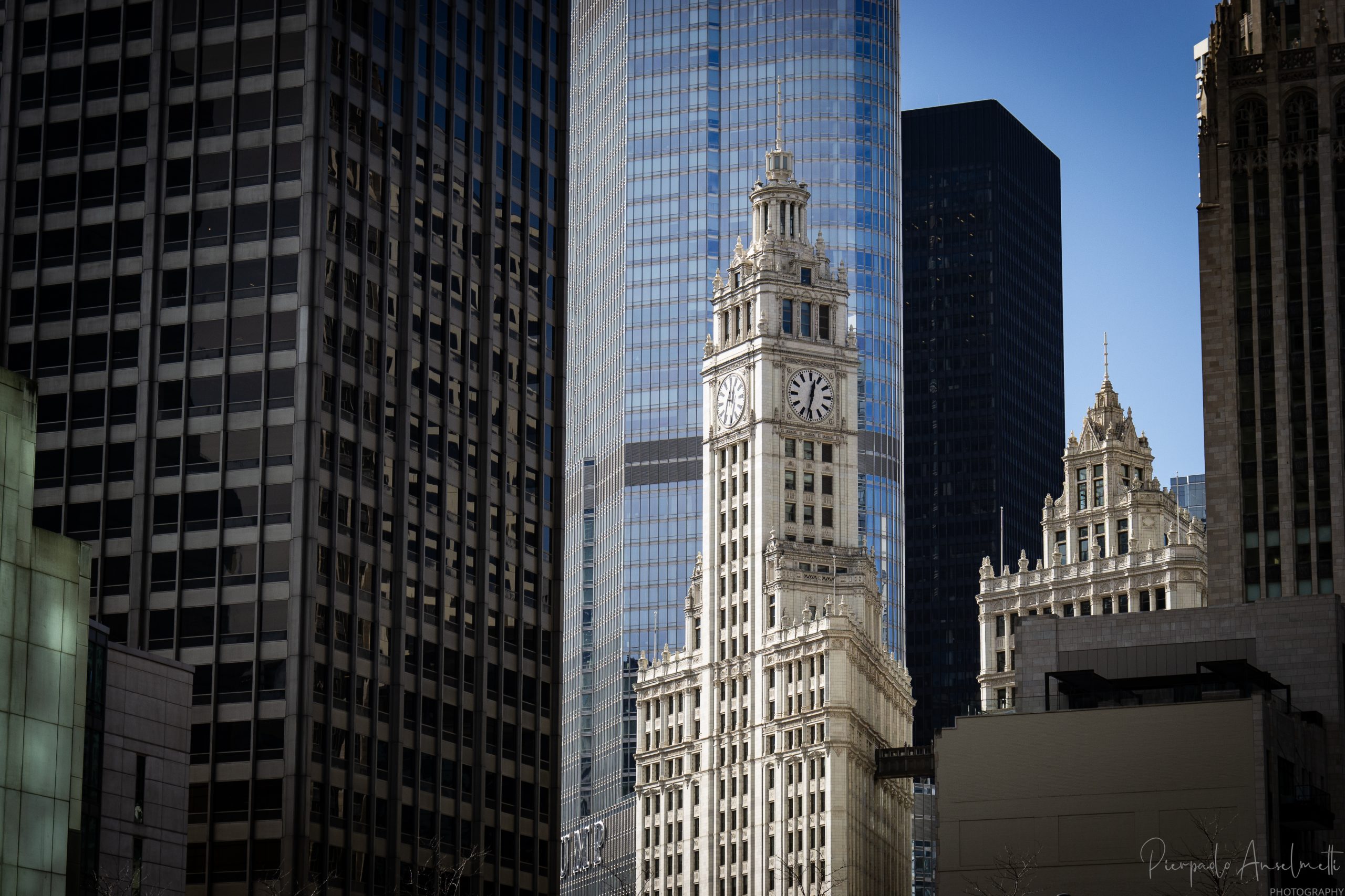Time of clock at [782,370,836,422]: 12:32
